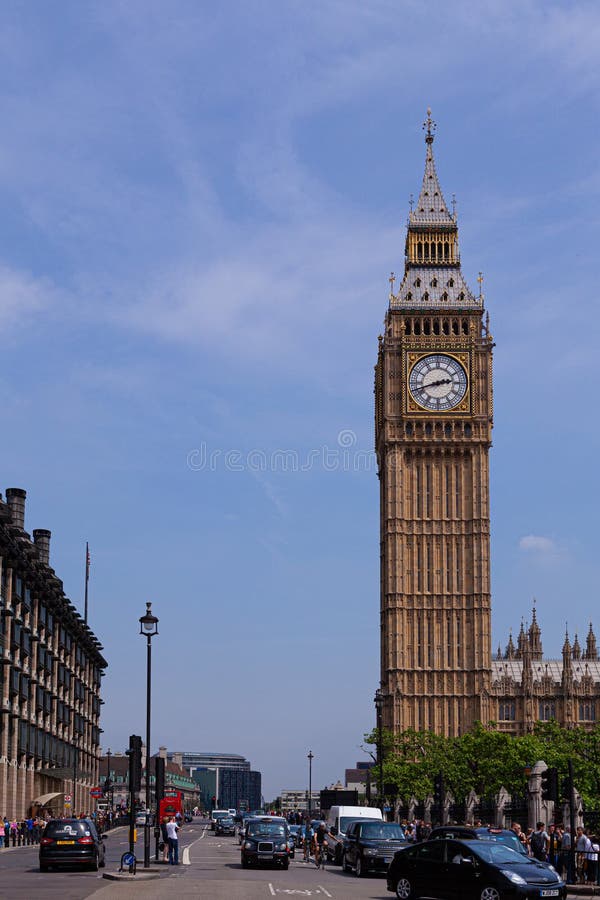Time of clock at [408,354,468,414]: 2:42
